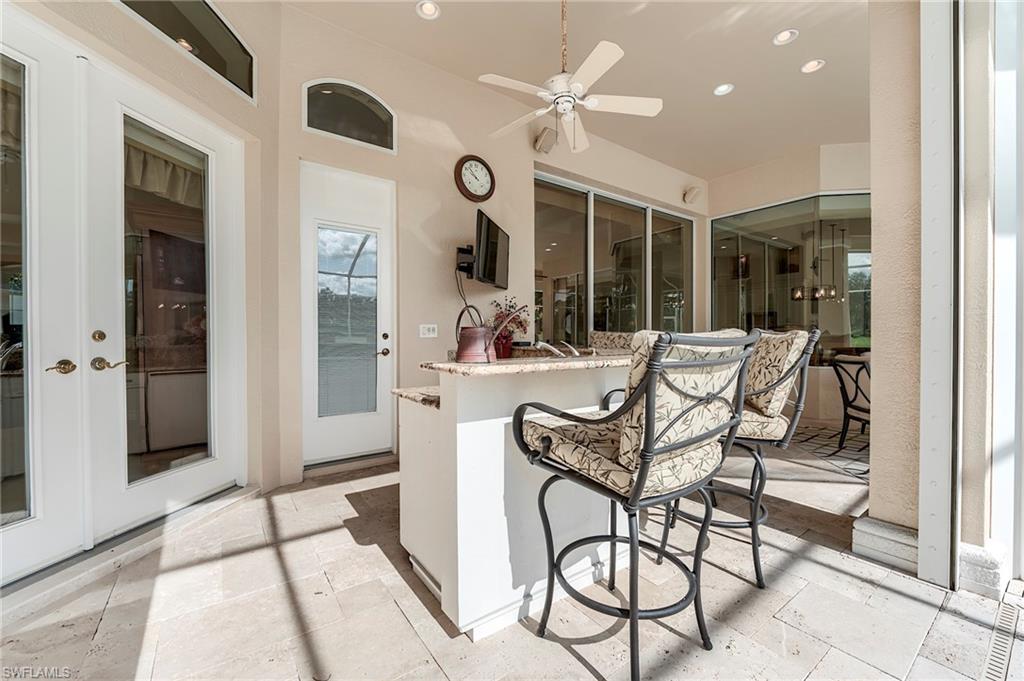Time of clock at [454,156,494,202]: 9:52
